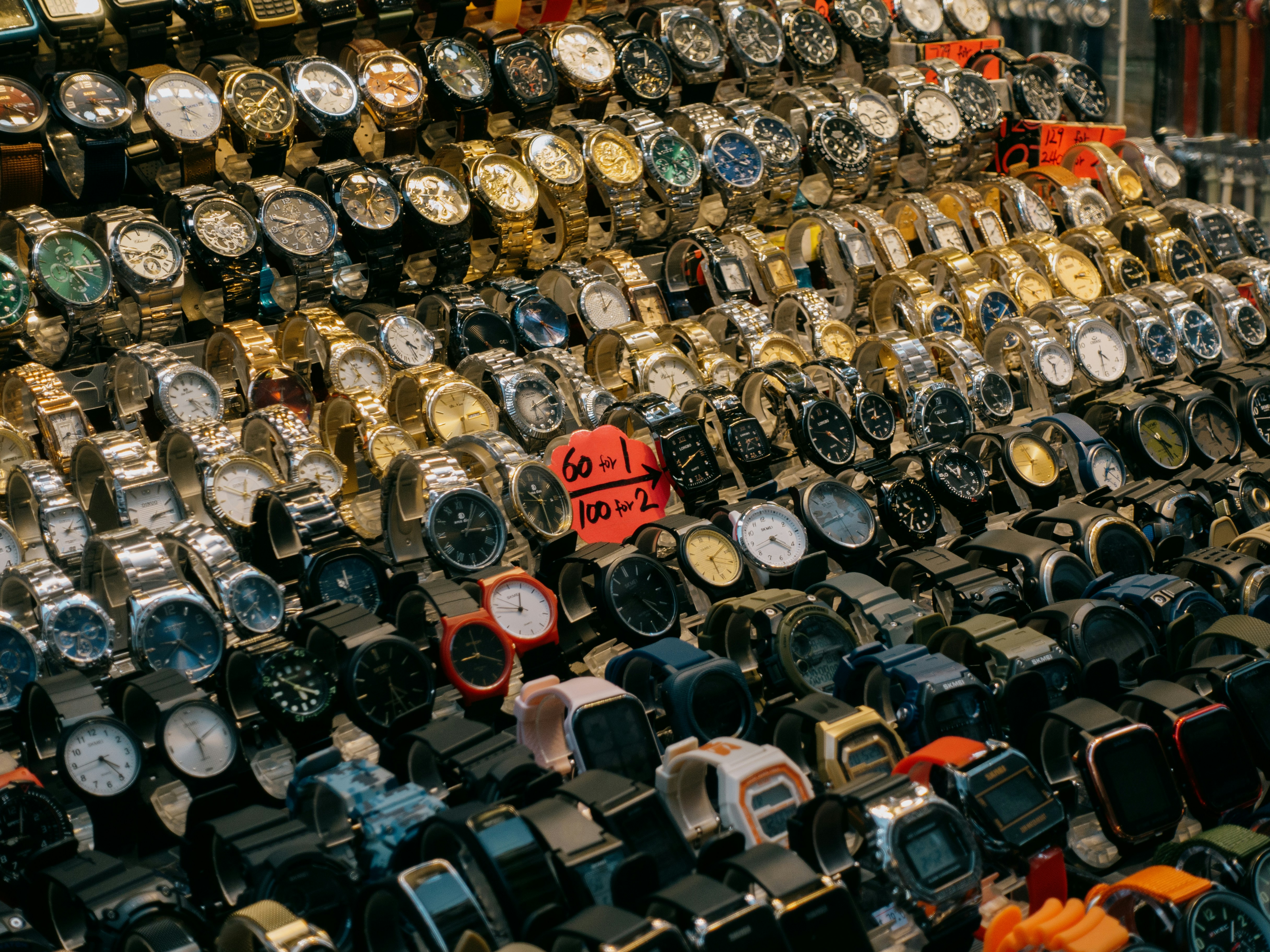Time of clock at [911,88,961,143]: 2:40
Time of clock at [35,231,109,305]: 4:12
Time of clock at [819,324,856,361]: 4:28
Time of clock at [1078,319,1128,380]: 4:31
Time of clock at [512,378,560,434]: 6:10
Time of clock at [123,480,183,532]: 2:13
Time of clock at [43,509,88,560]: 1:13
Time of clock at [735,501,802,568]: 4:23
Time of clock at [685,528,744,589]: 5:07
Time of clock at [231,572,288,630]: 4:37
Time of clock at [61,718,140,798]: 4:24
